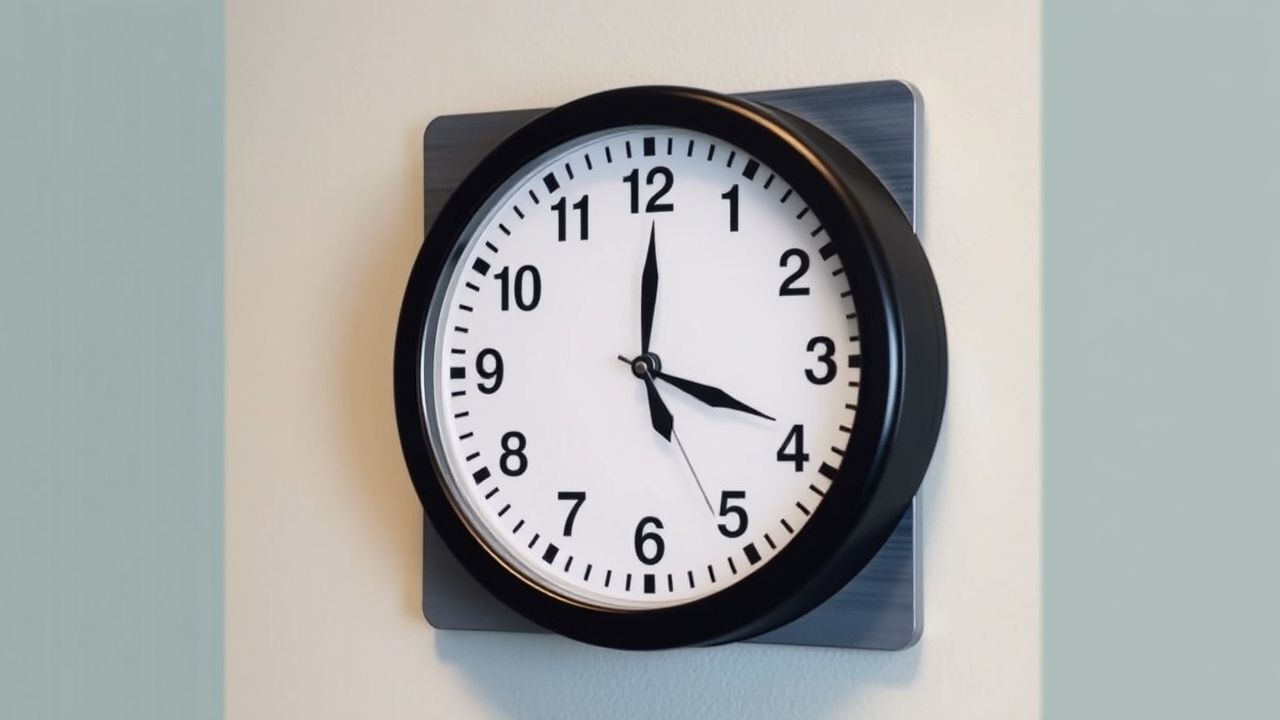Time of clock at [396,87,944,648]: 4:00
